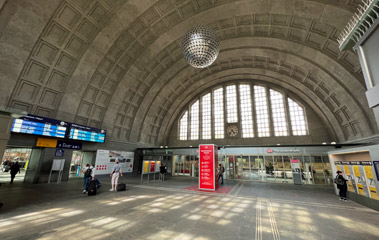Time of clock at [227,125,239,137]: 7:24
